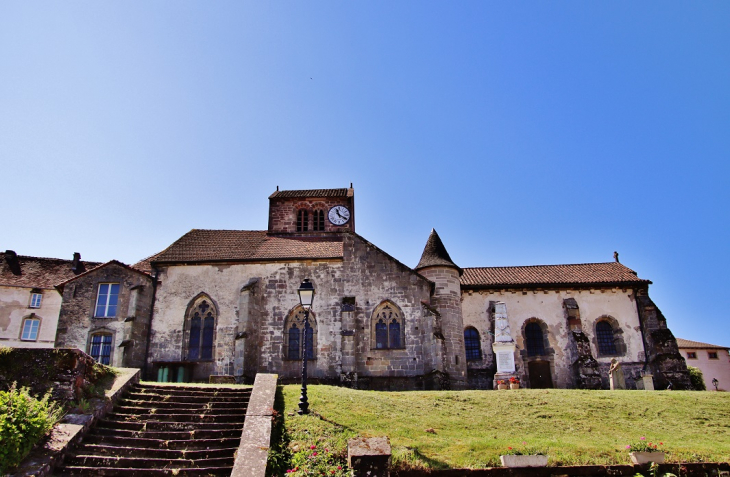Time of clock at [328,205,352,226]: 11:20
